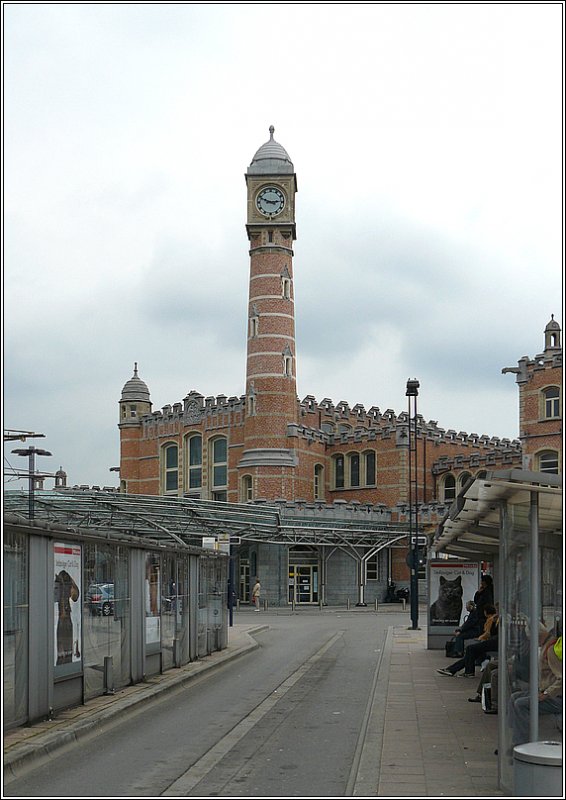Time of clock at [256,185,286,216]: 2:48
